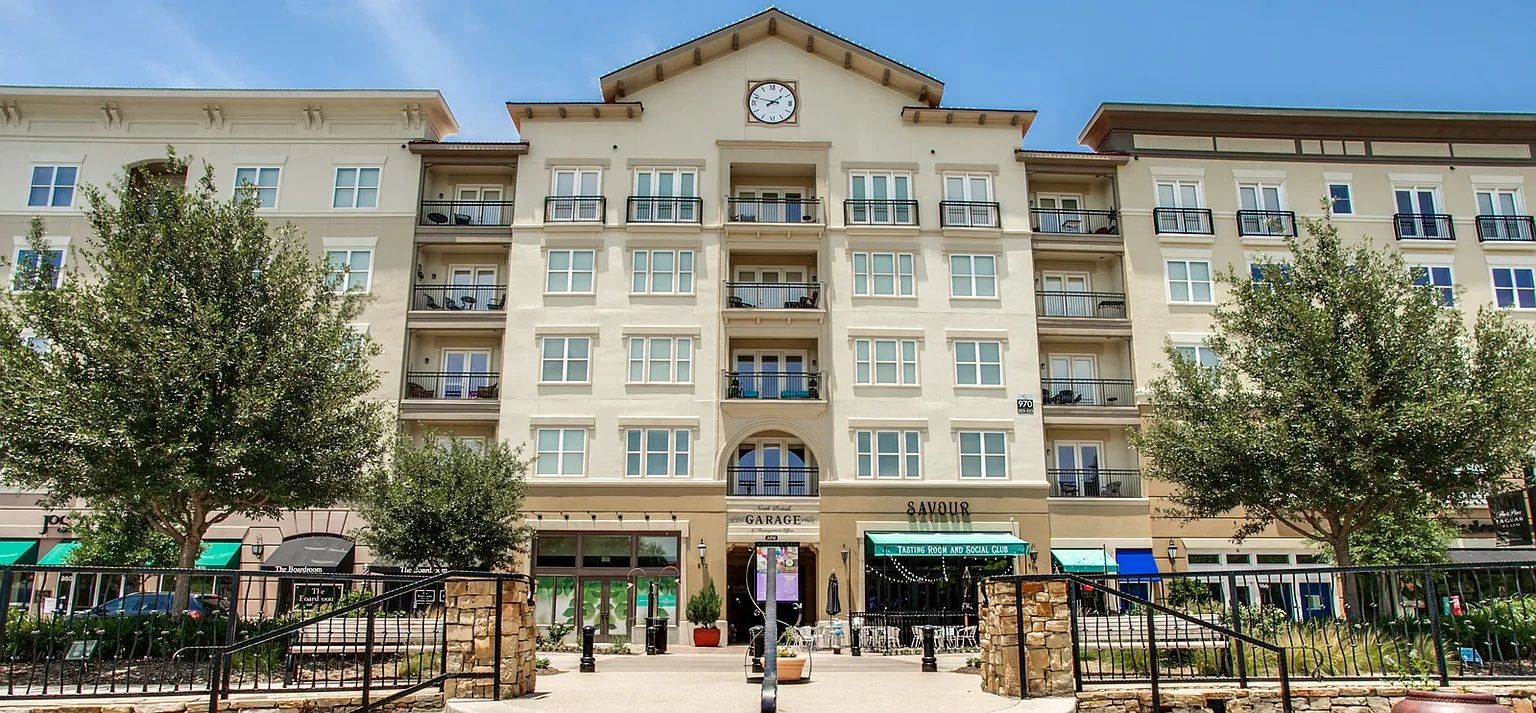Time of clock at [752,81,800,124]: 1:47
